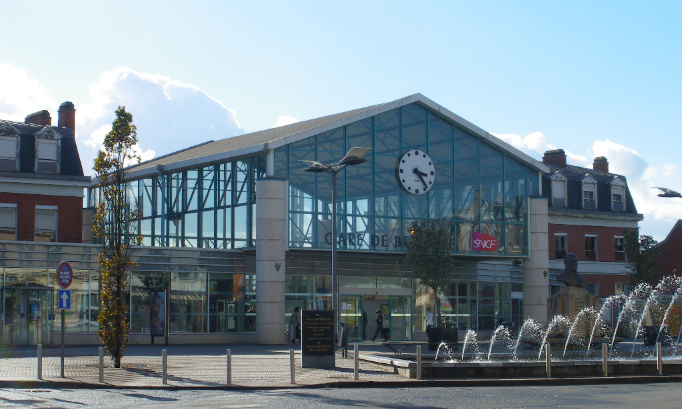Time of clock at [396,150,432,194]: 3:23
